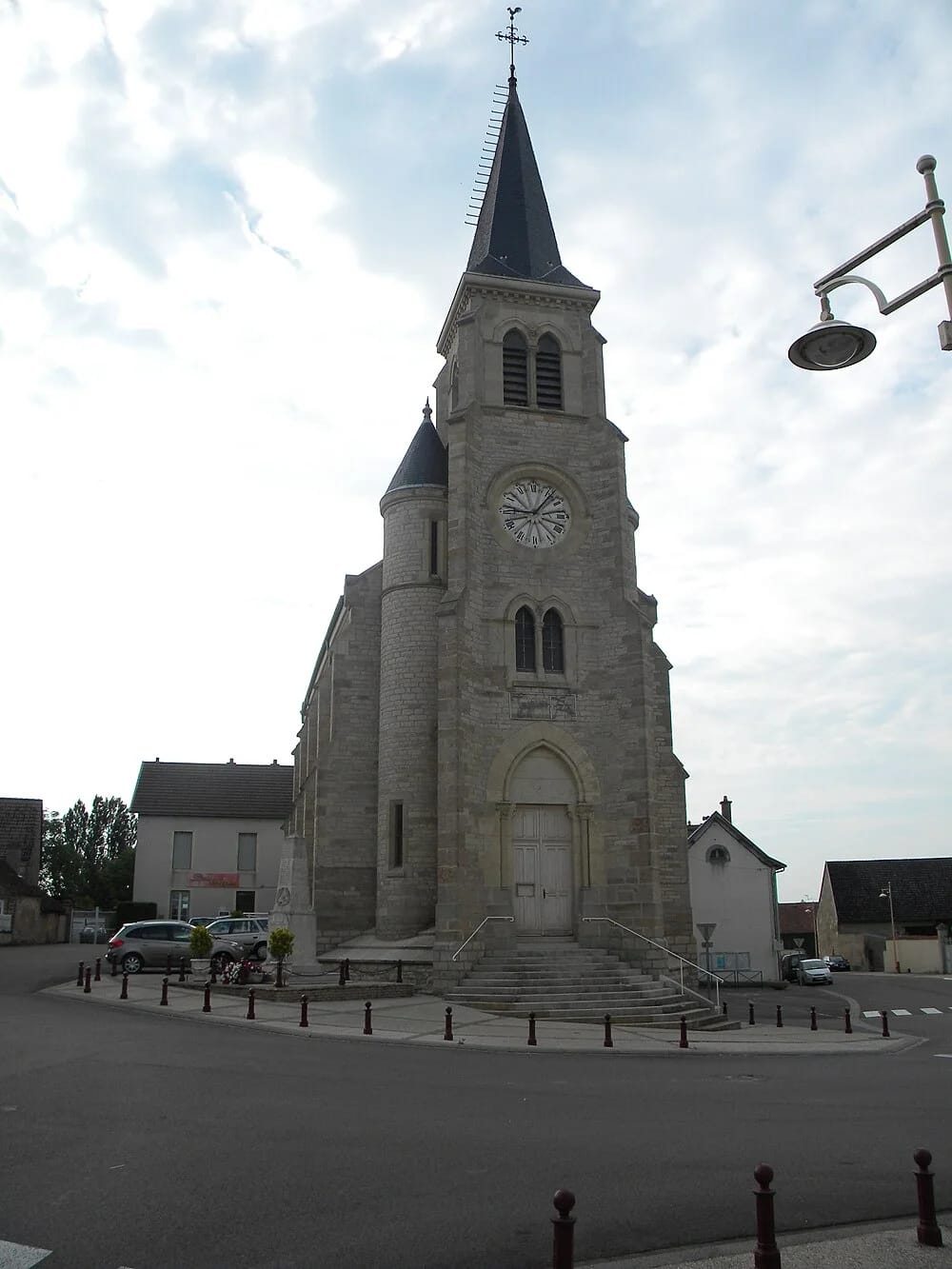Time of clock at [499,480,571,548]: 9:06
